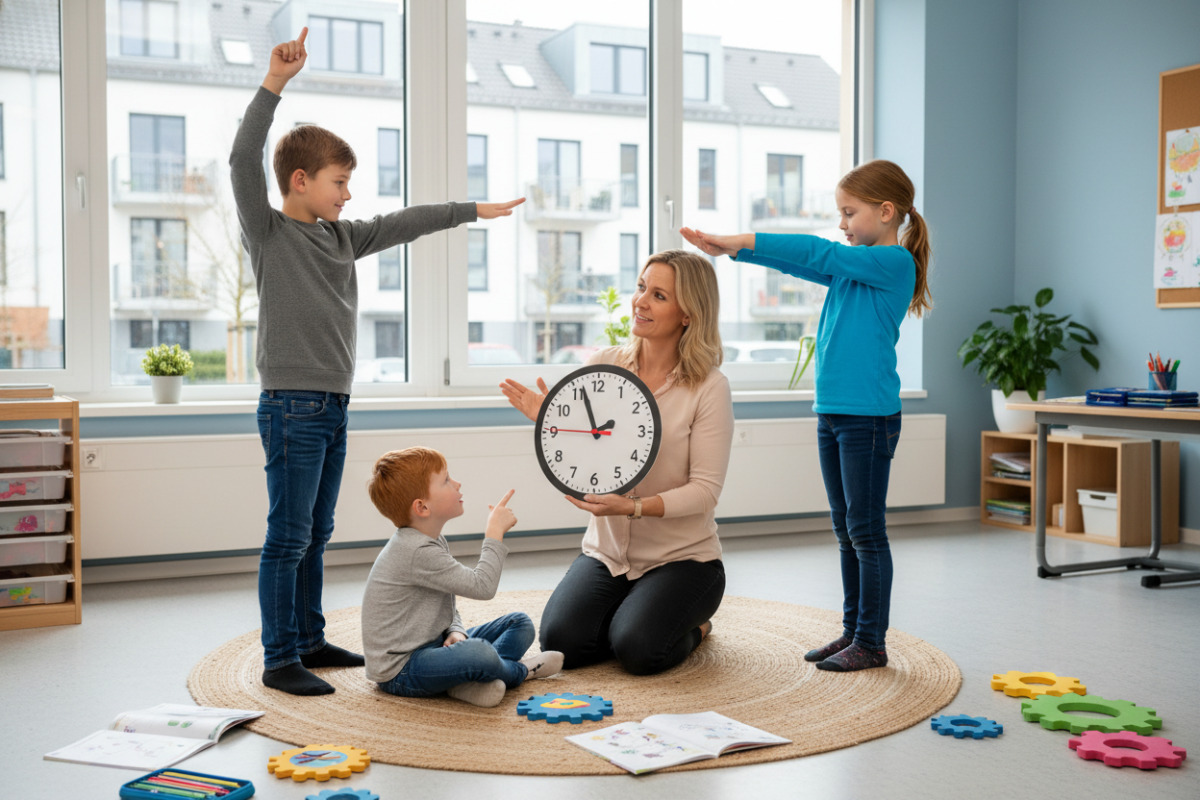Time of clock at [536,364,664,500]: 1:56
